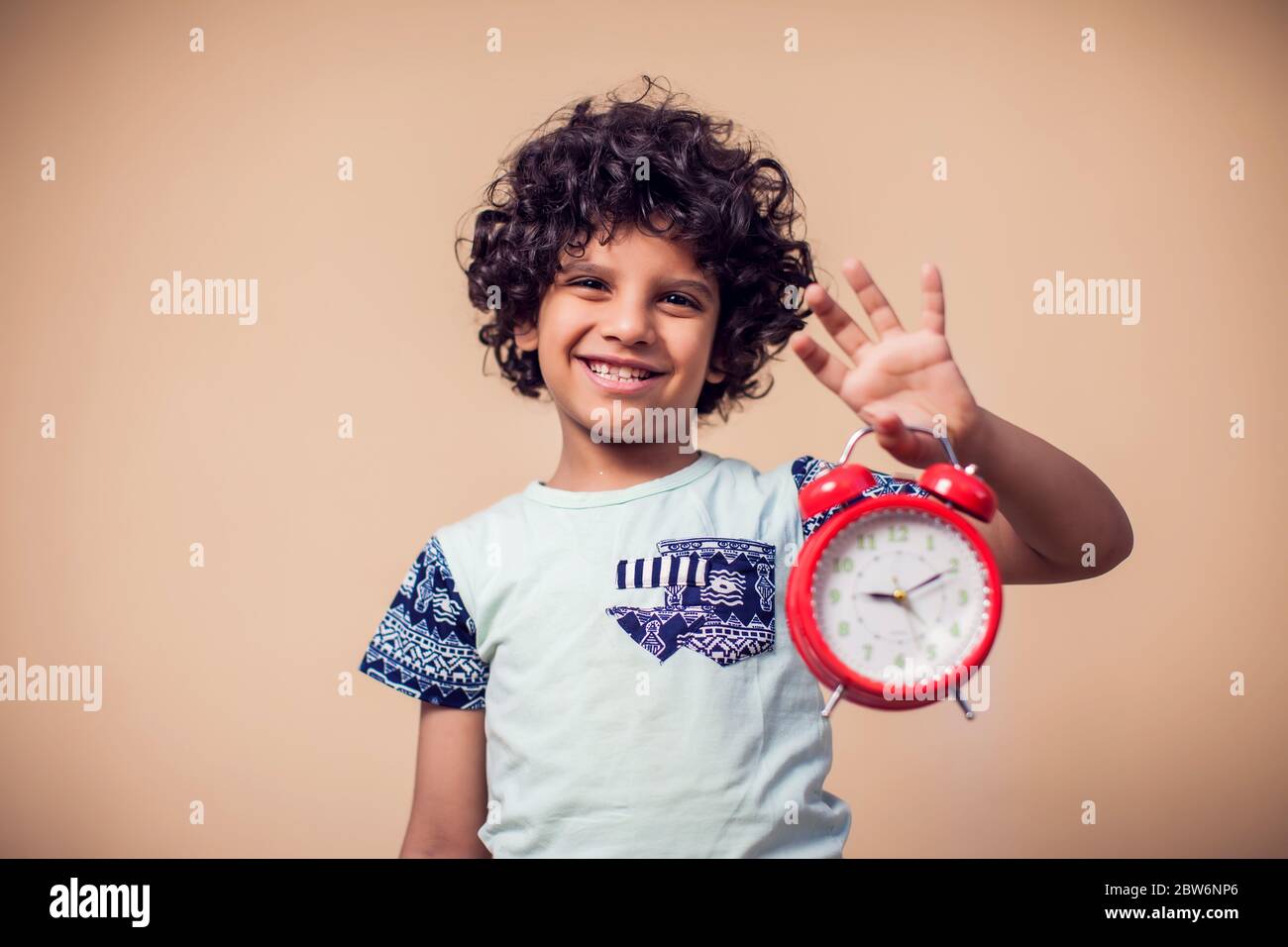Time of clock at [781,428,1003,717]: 9:10
